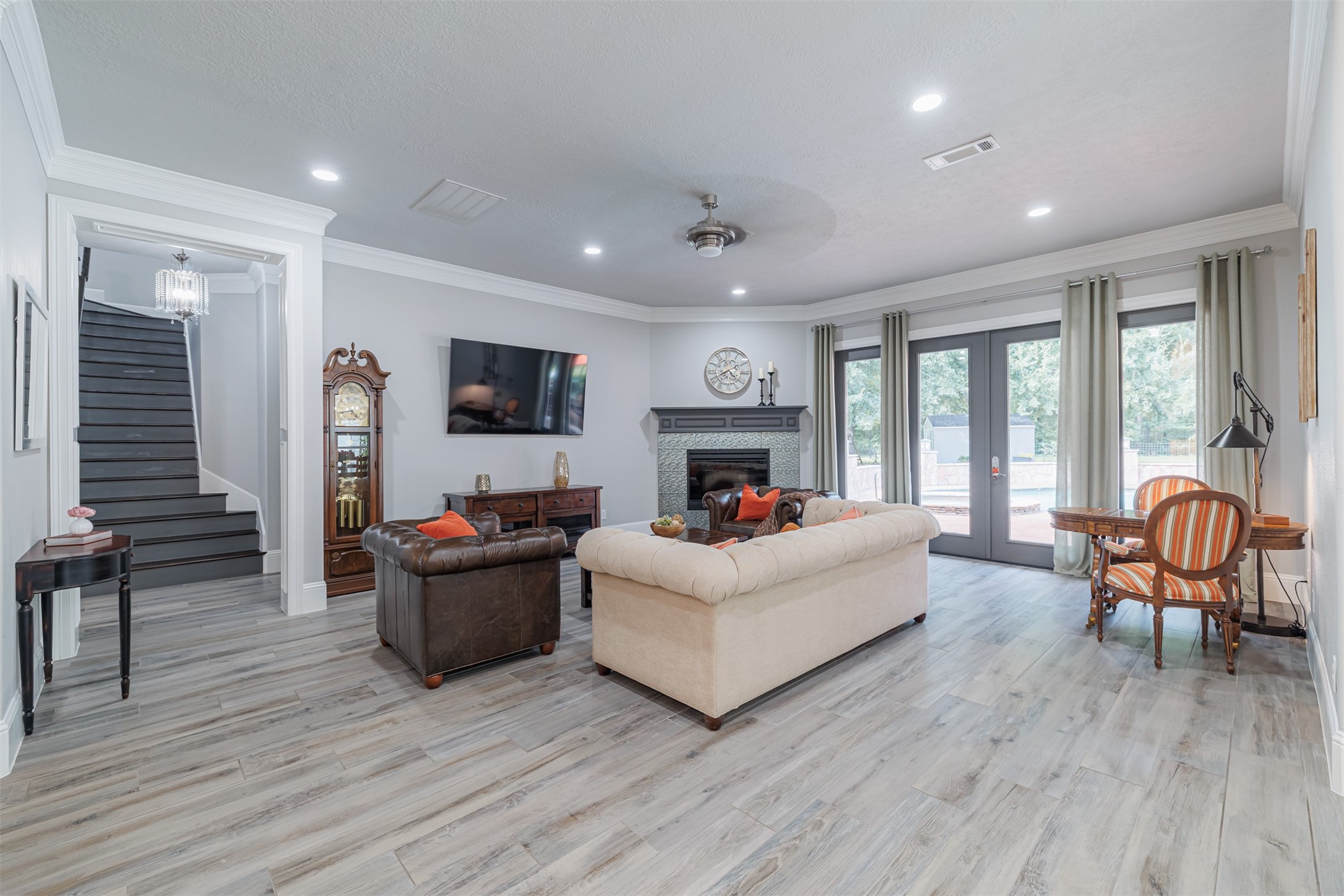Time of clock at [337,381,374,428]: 4:42
